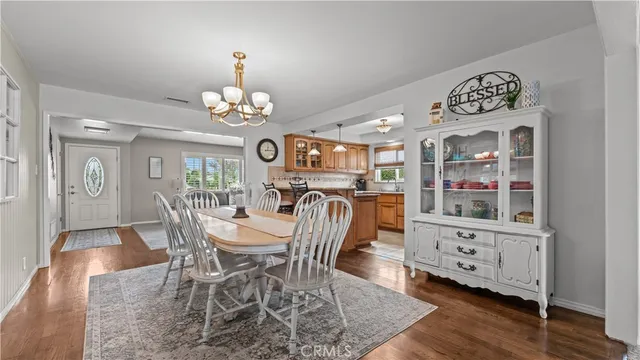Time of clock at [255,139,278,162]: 12:14
